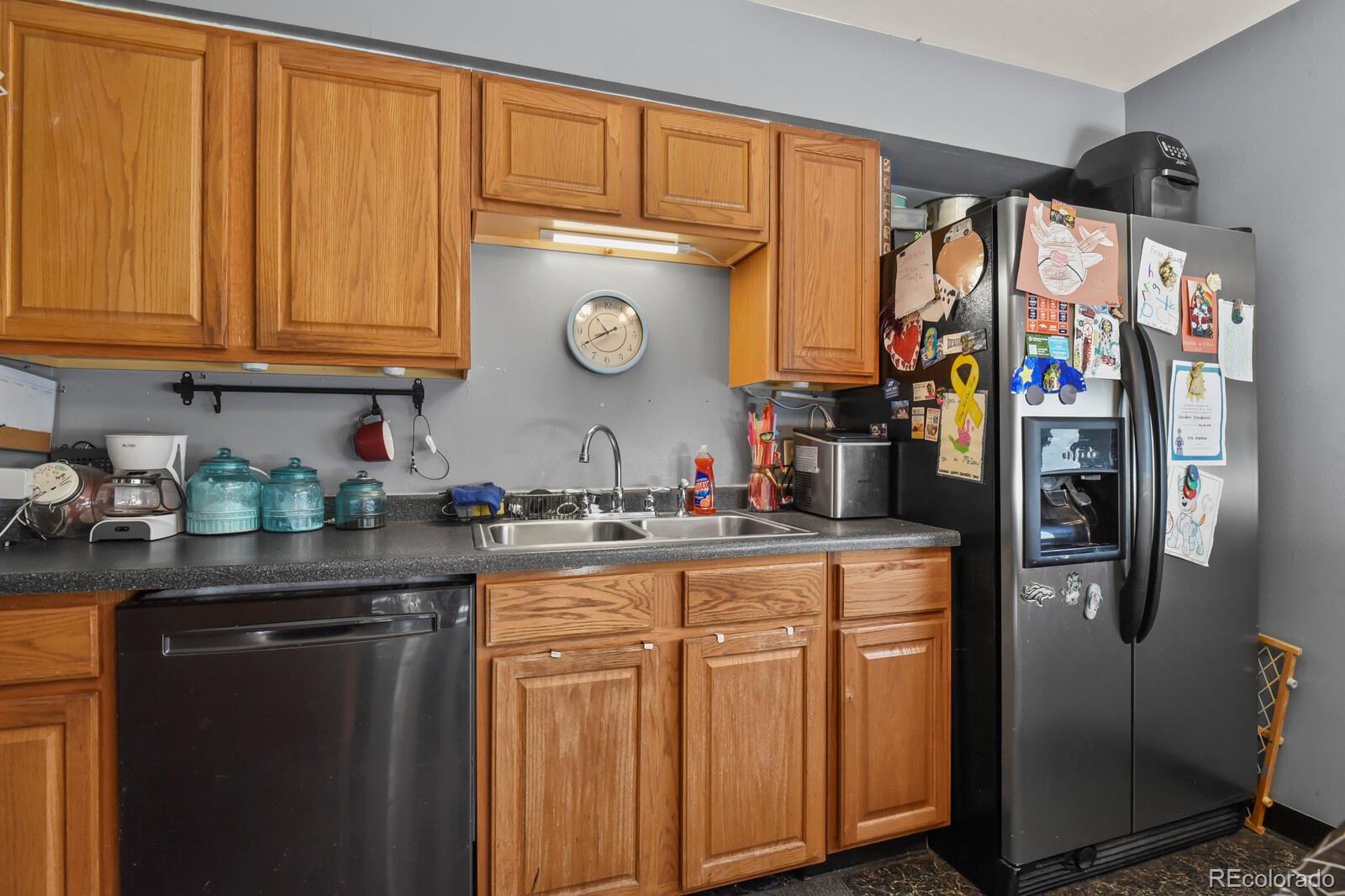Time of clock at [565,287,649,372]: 10:40
